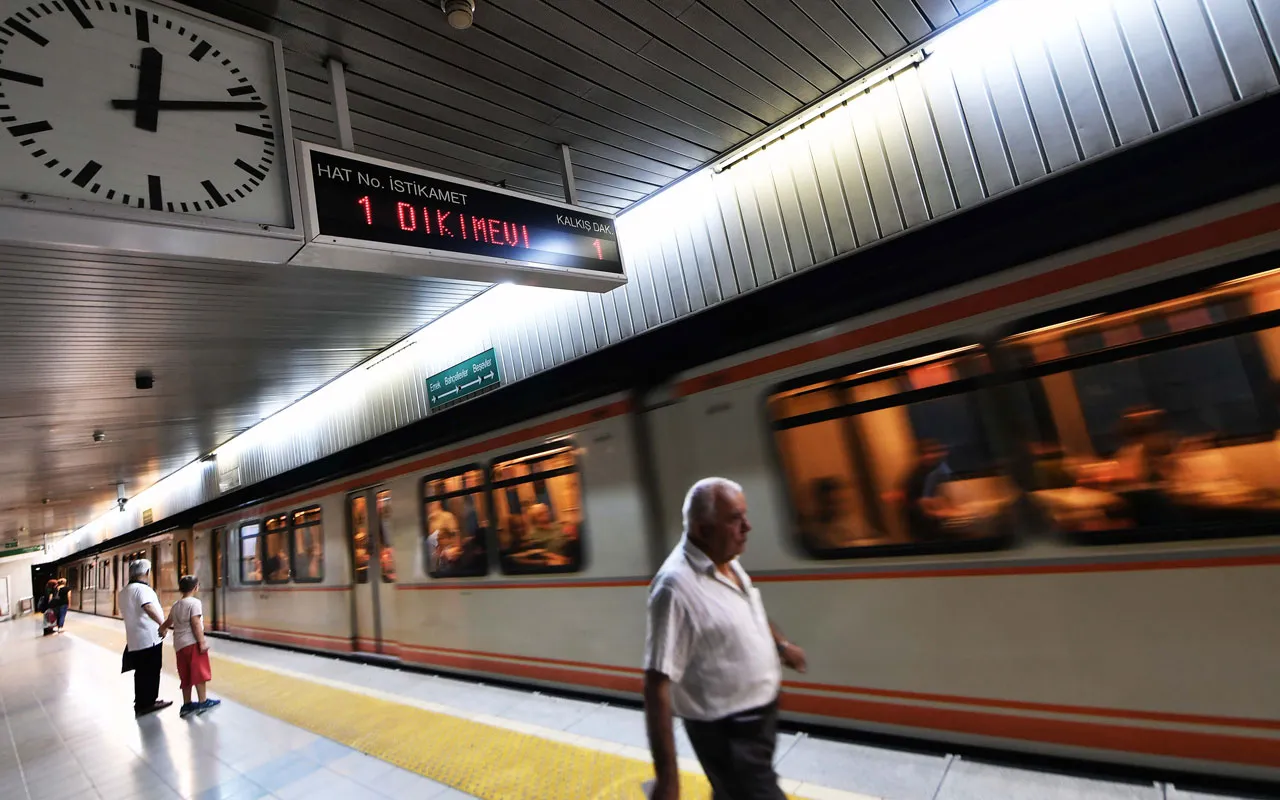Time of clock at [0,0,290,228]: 12:12
